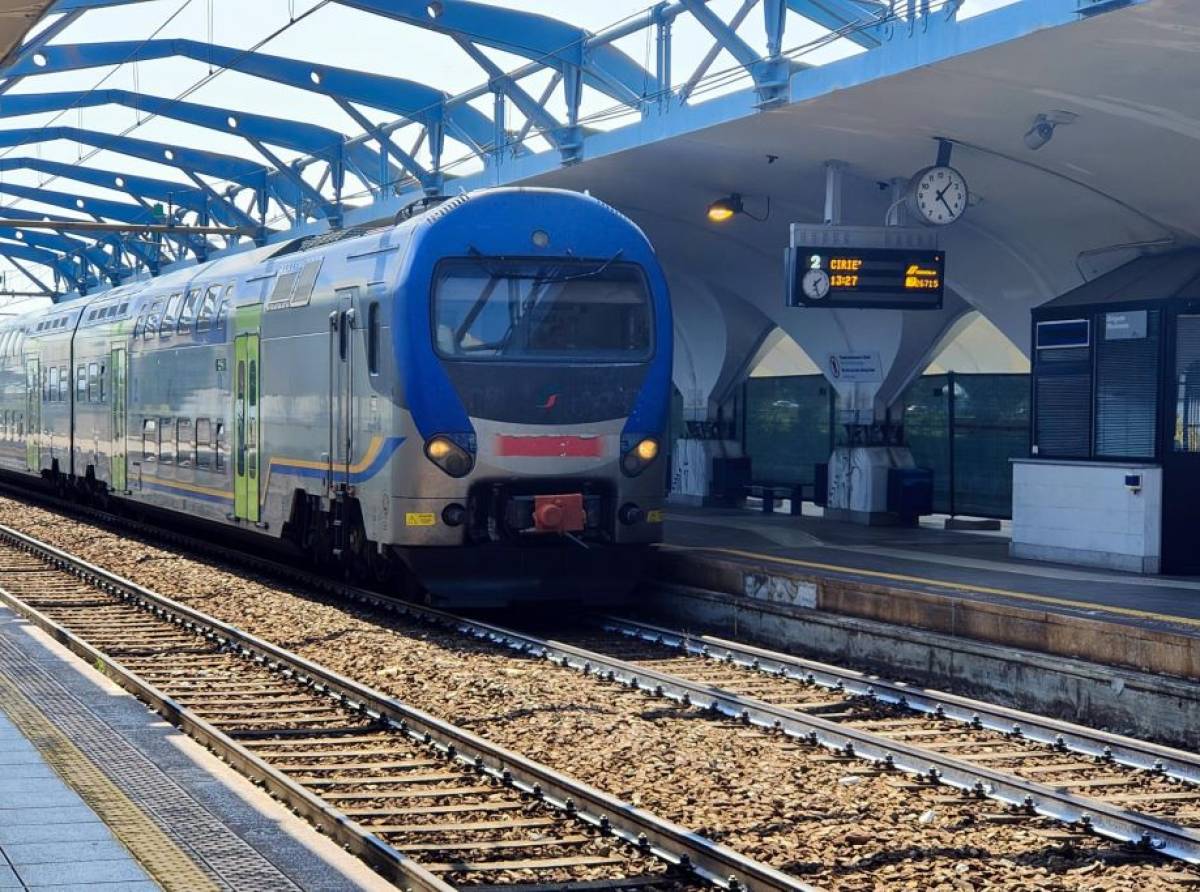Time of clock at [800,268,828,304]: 1:26
